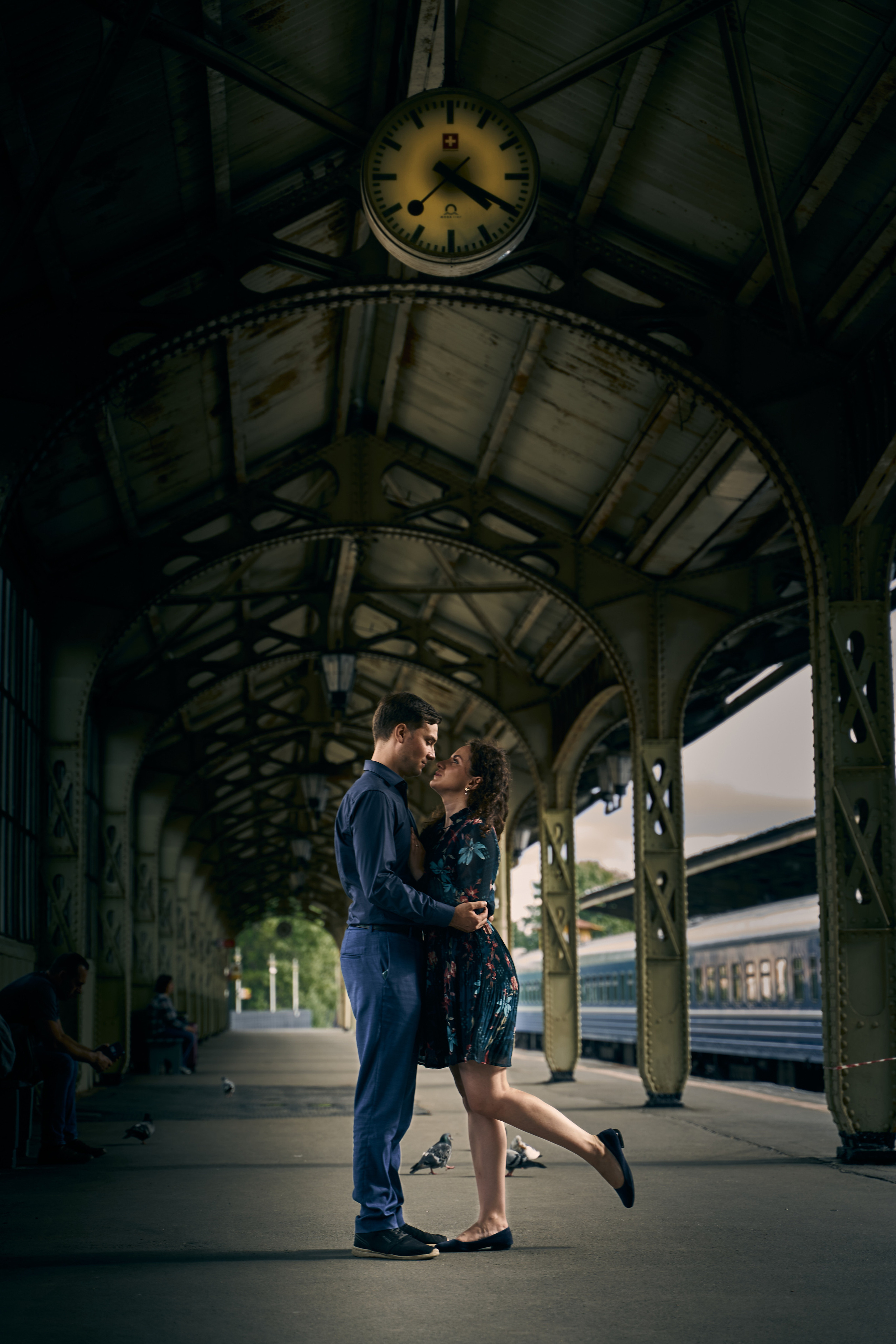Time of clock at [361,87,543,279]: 4:19
